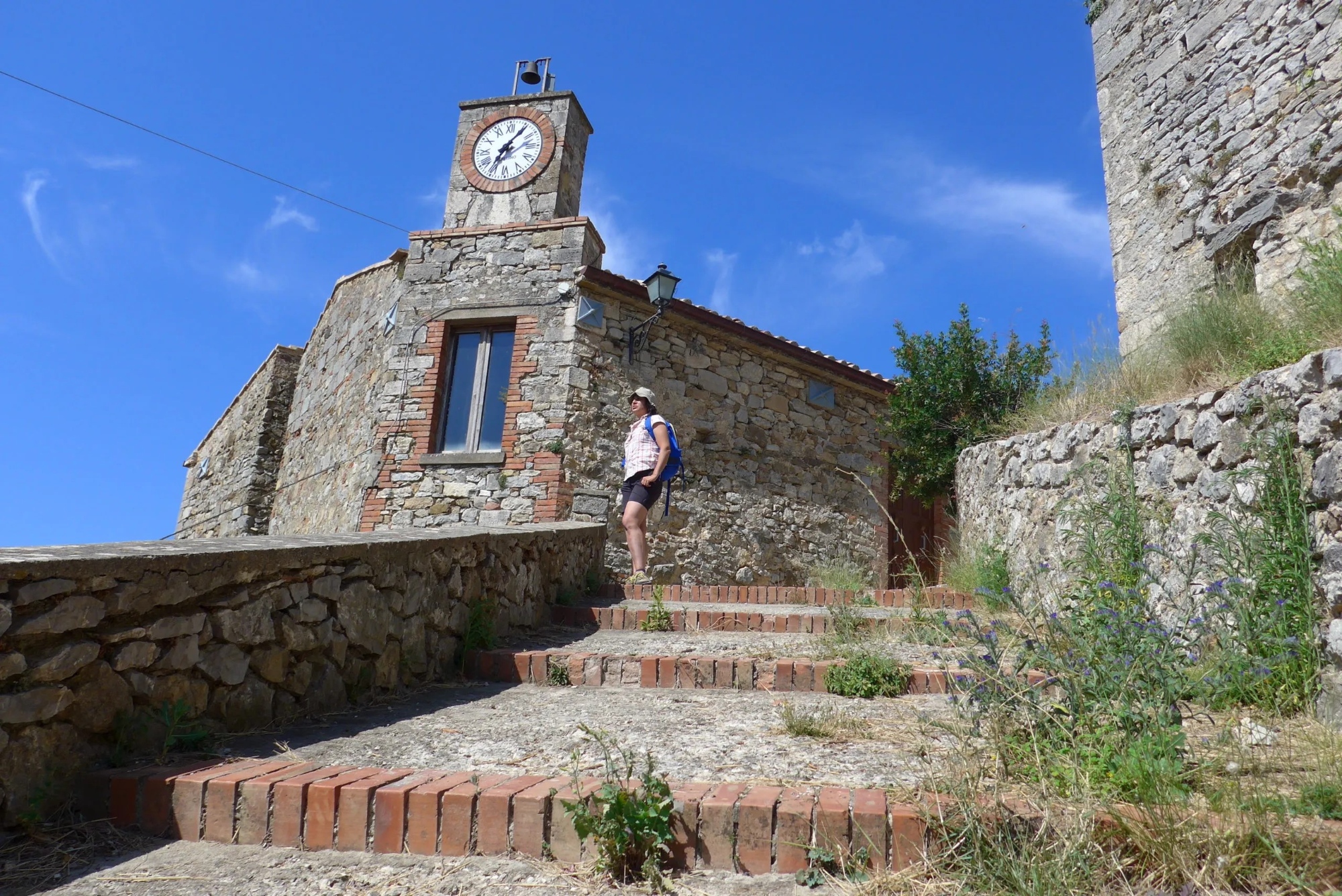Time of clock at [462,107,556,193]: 7:06
